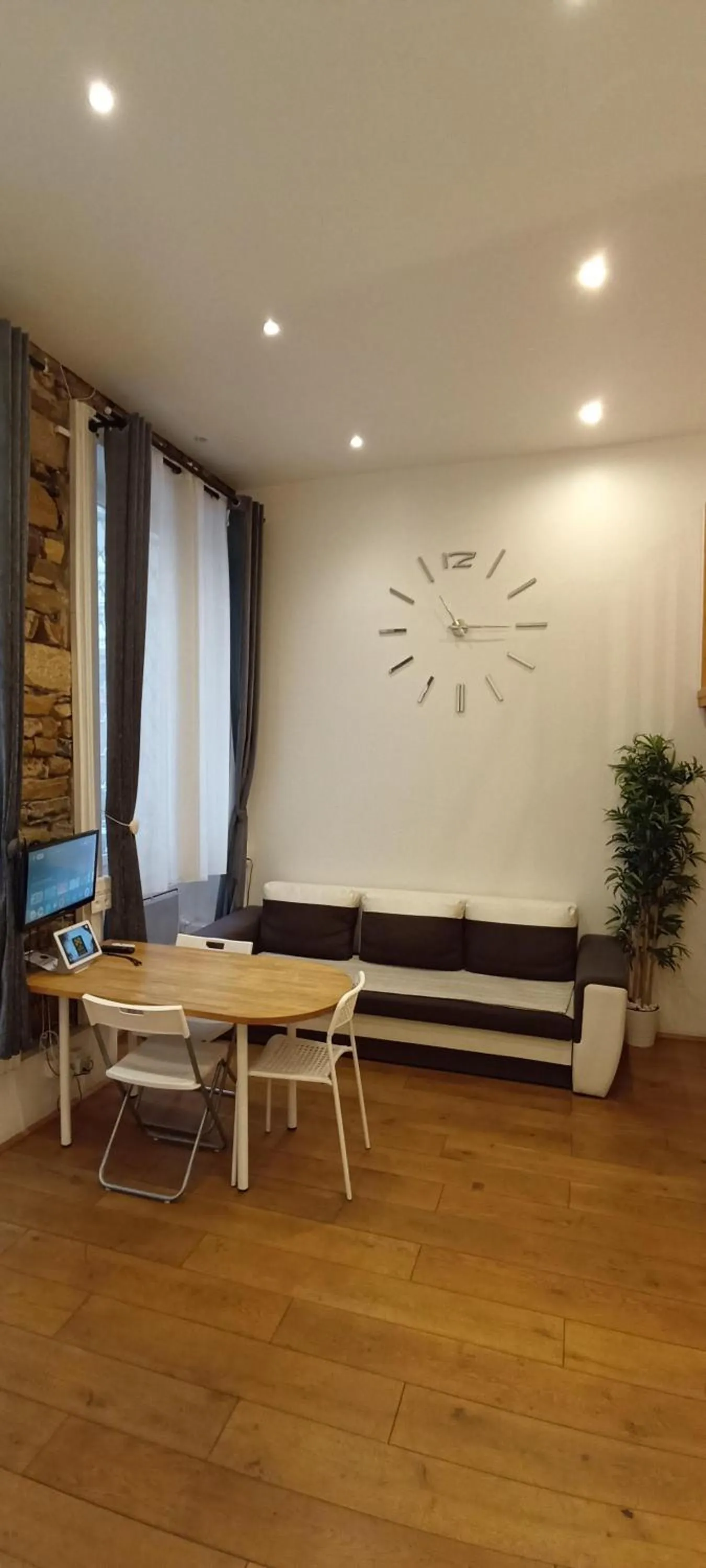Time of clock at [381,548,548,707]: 11:14
